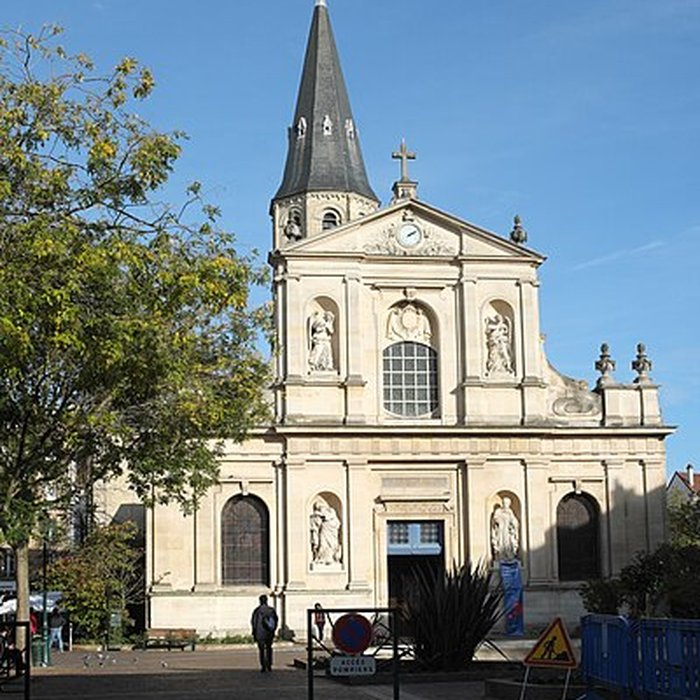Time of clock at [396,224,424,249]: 2:09
